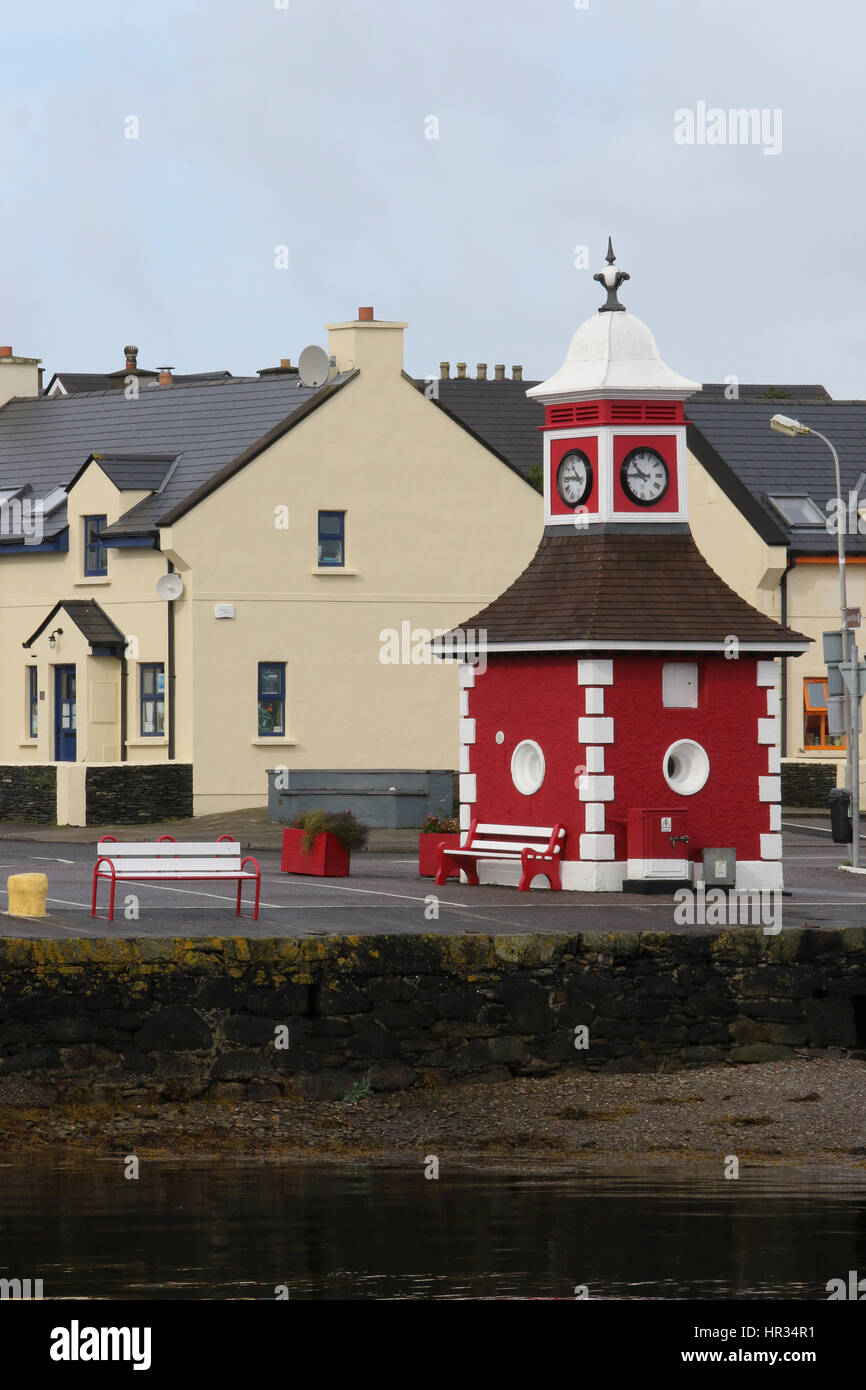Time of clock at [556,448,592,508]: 10:45
